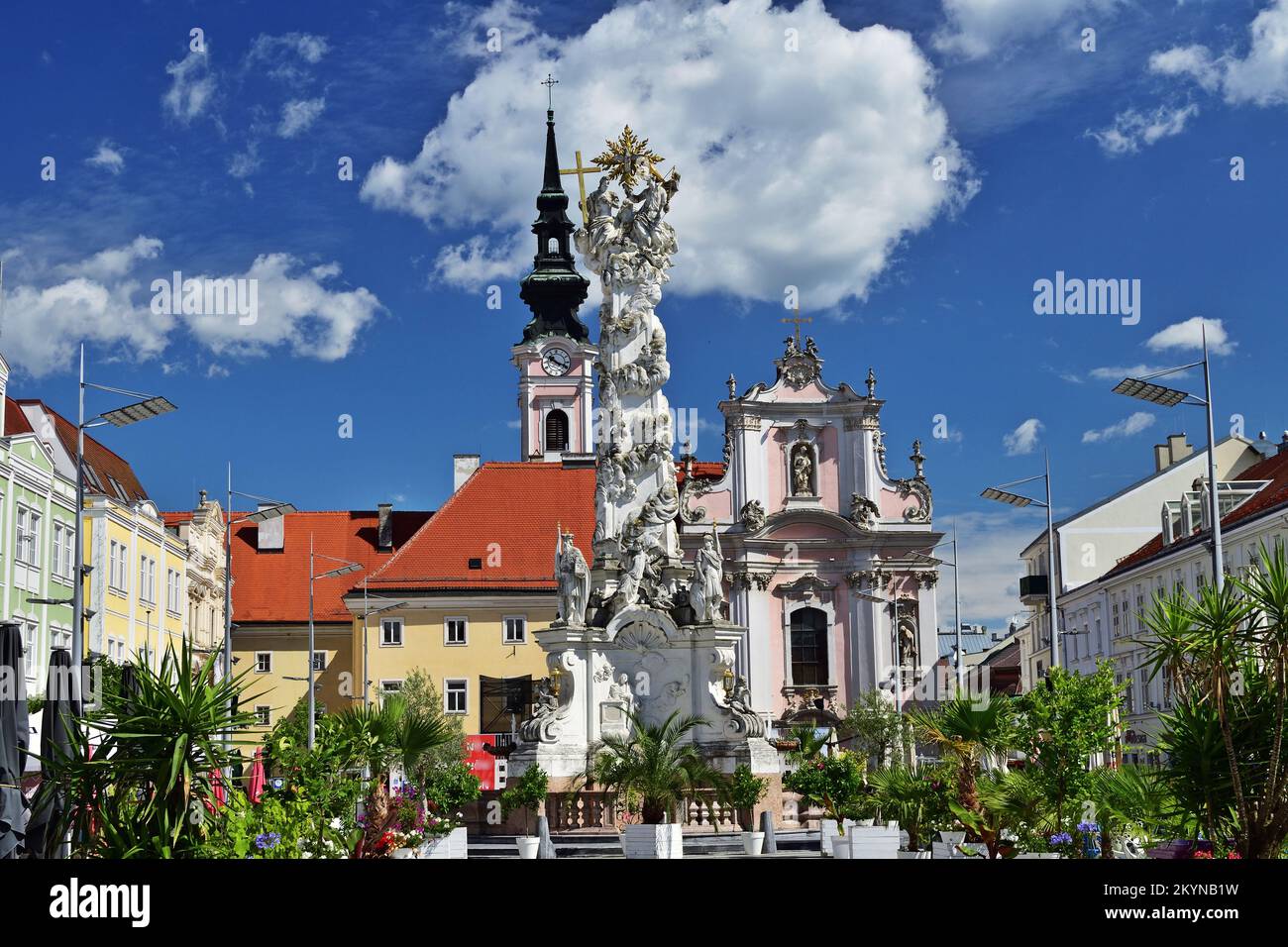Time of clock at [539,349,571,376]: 10:18
